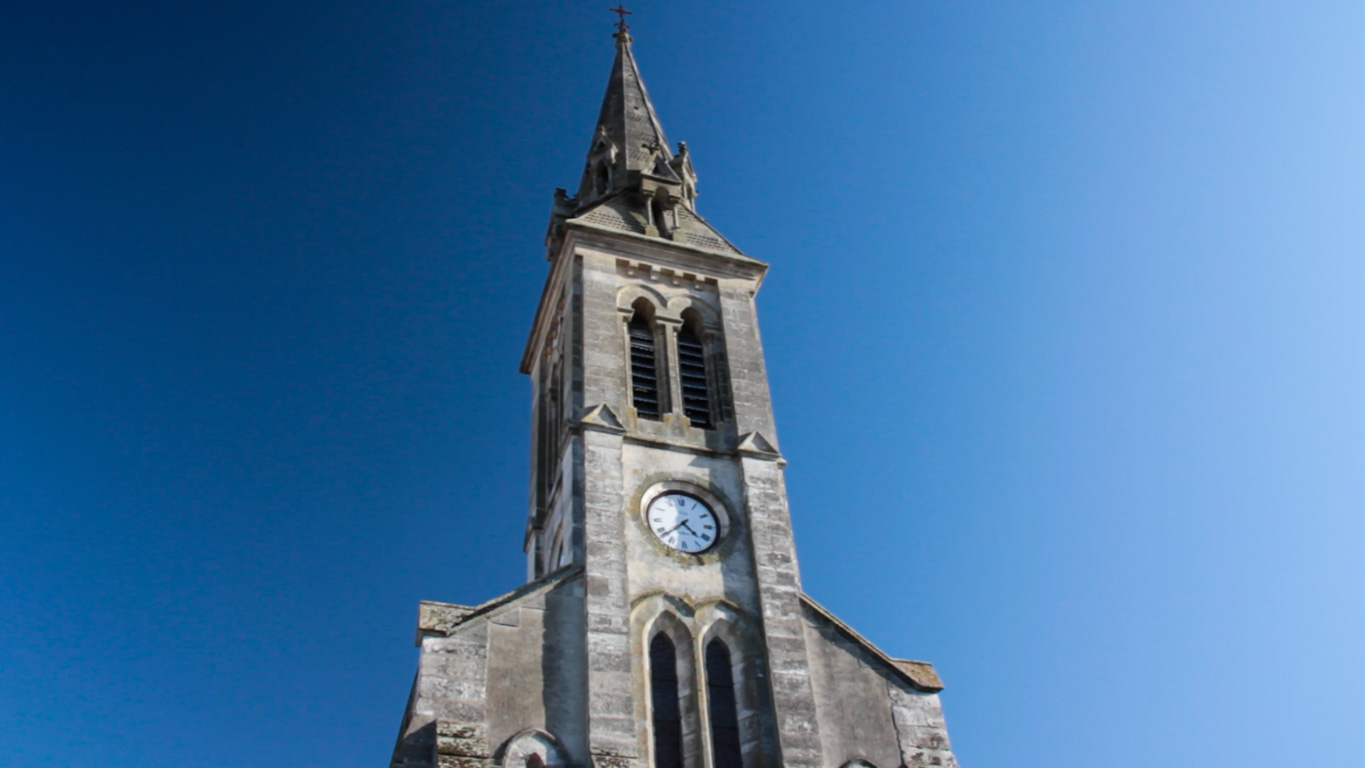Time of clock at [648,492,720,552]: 4:37
